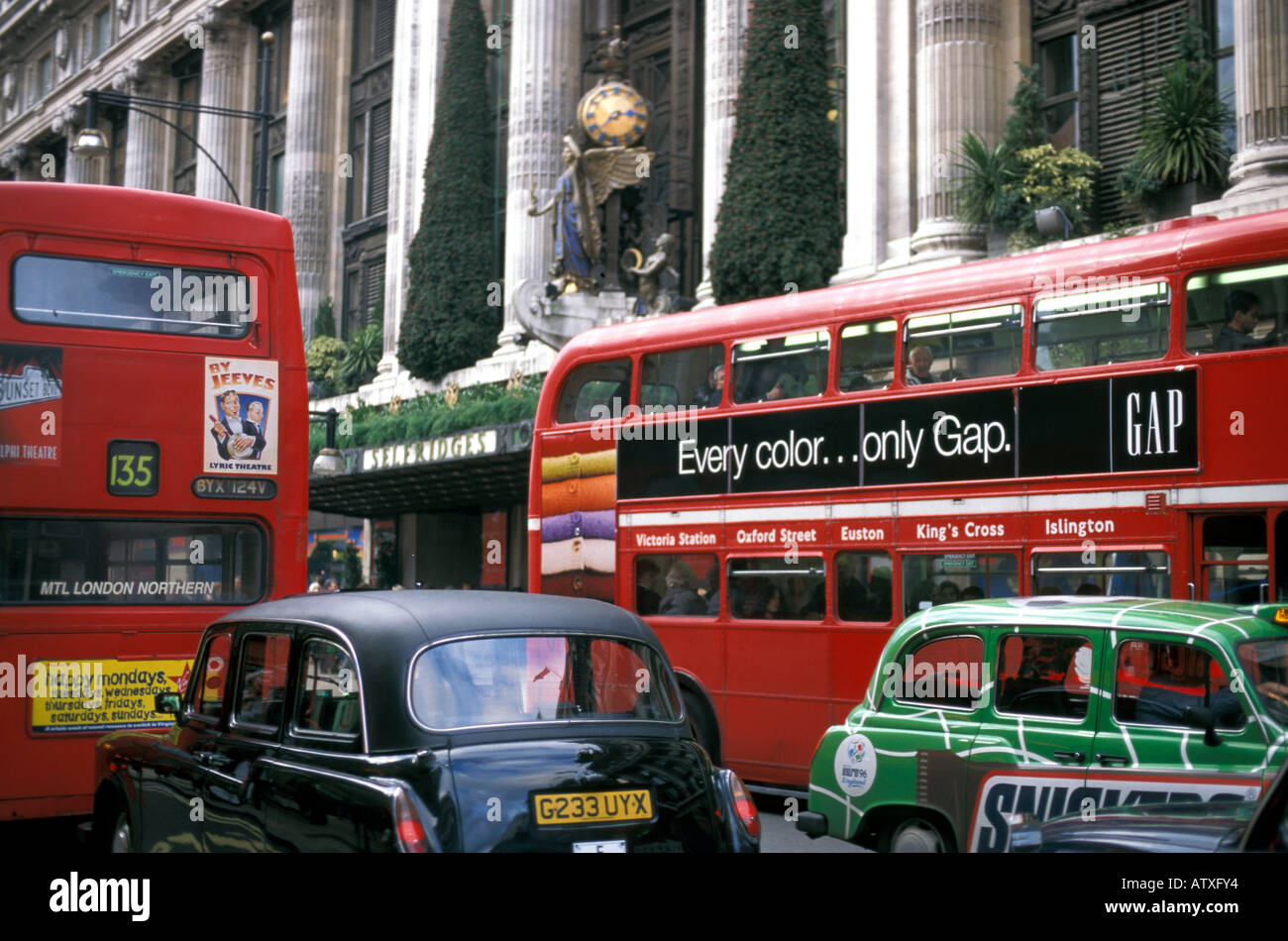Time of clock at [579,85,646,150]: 2:38
